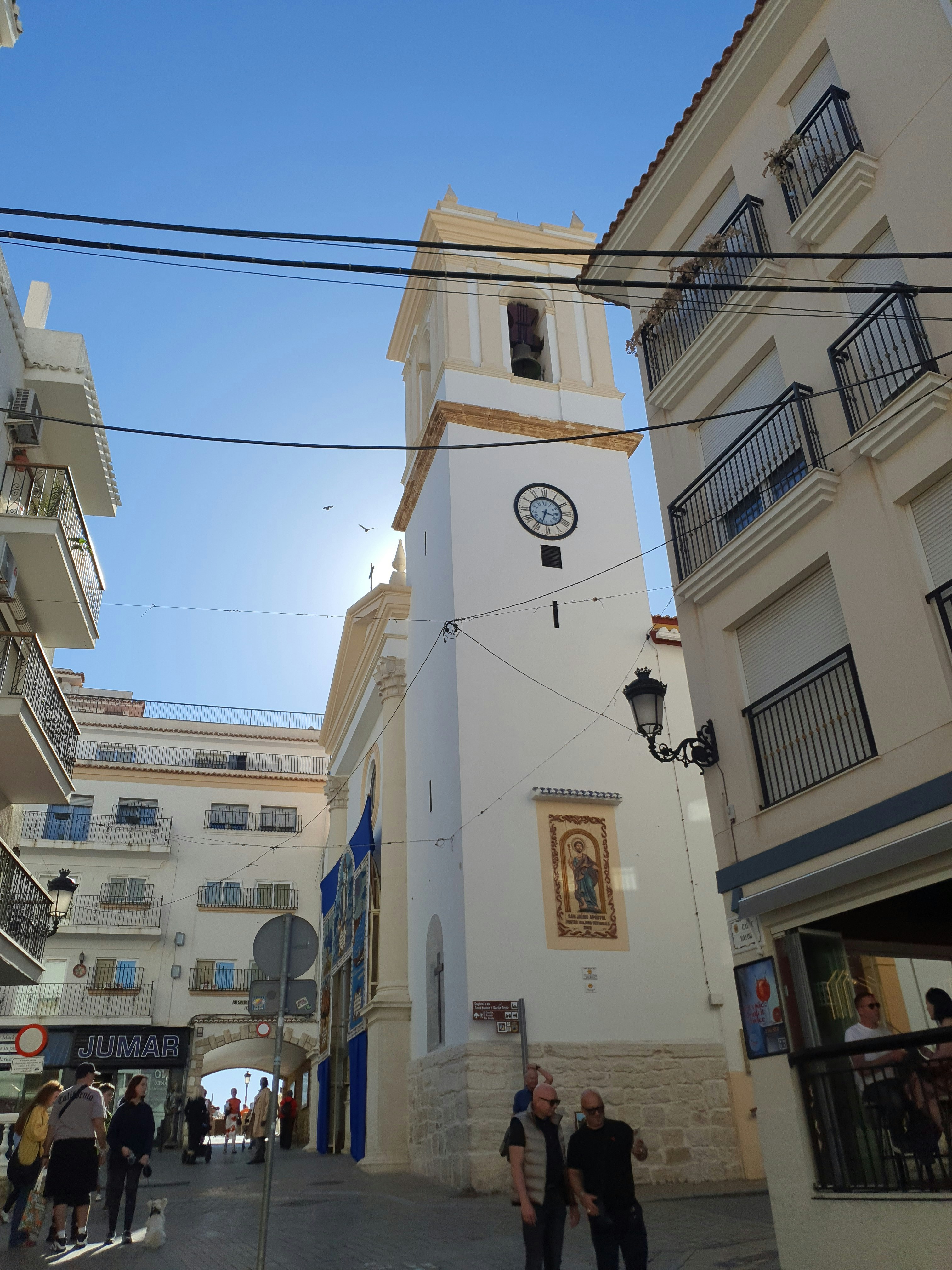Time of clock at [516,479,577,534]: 3:33
